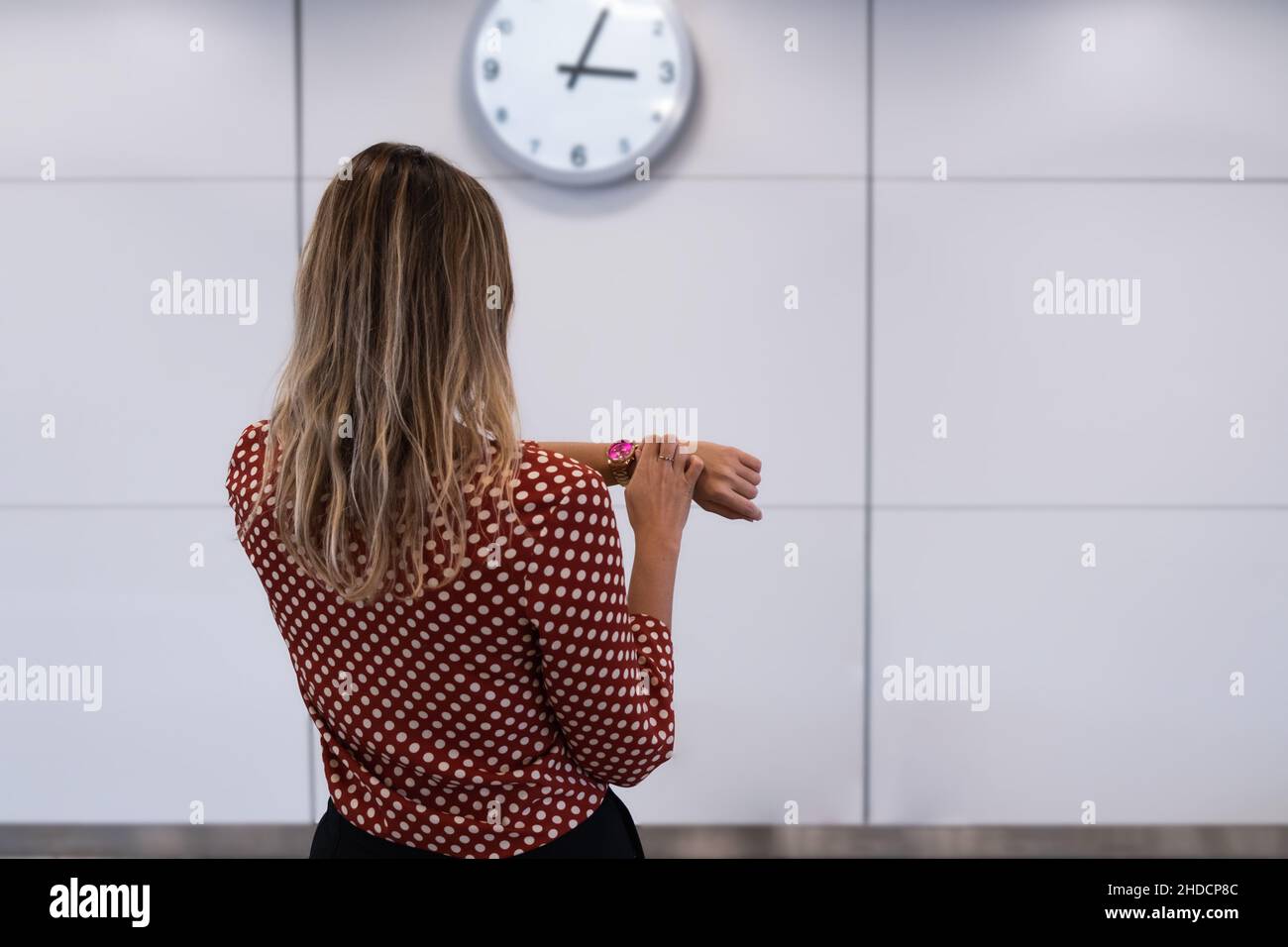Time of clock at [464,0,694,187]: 3:04
